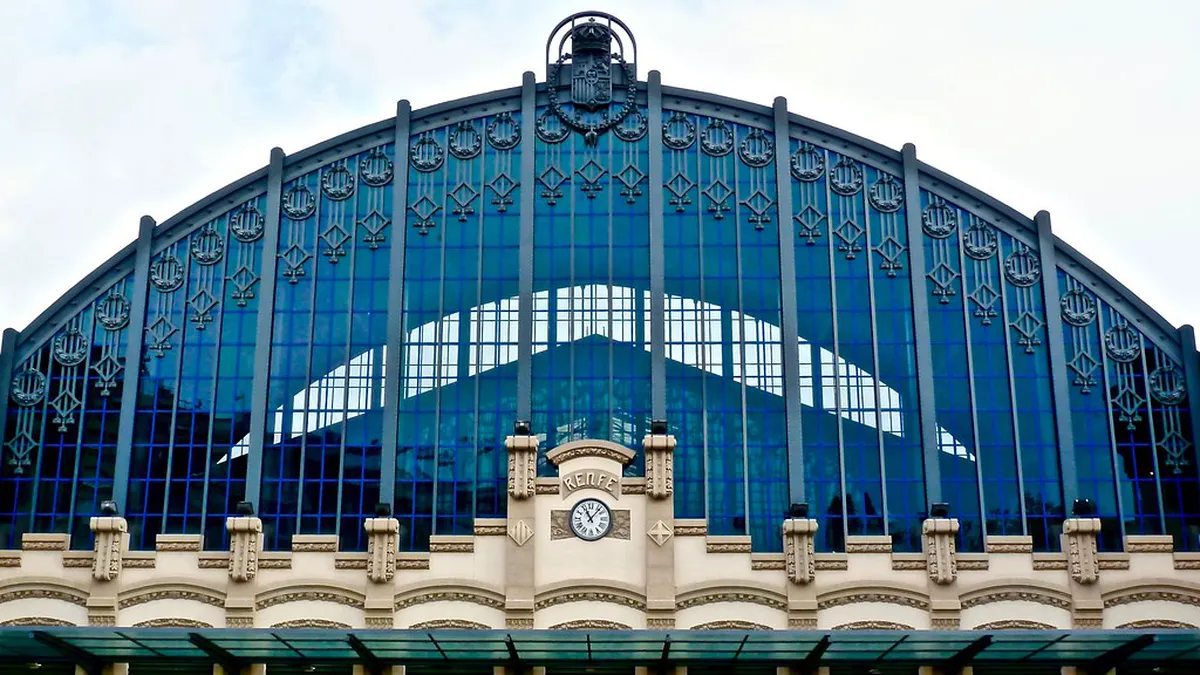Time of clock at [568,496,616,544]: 11:07
